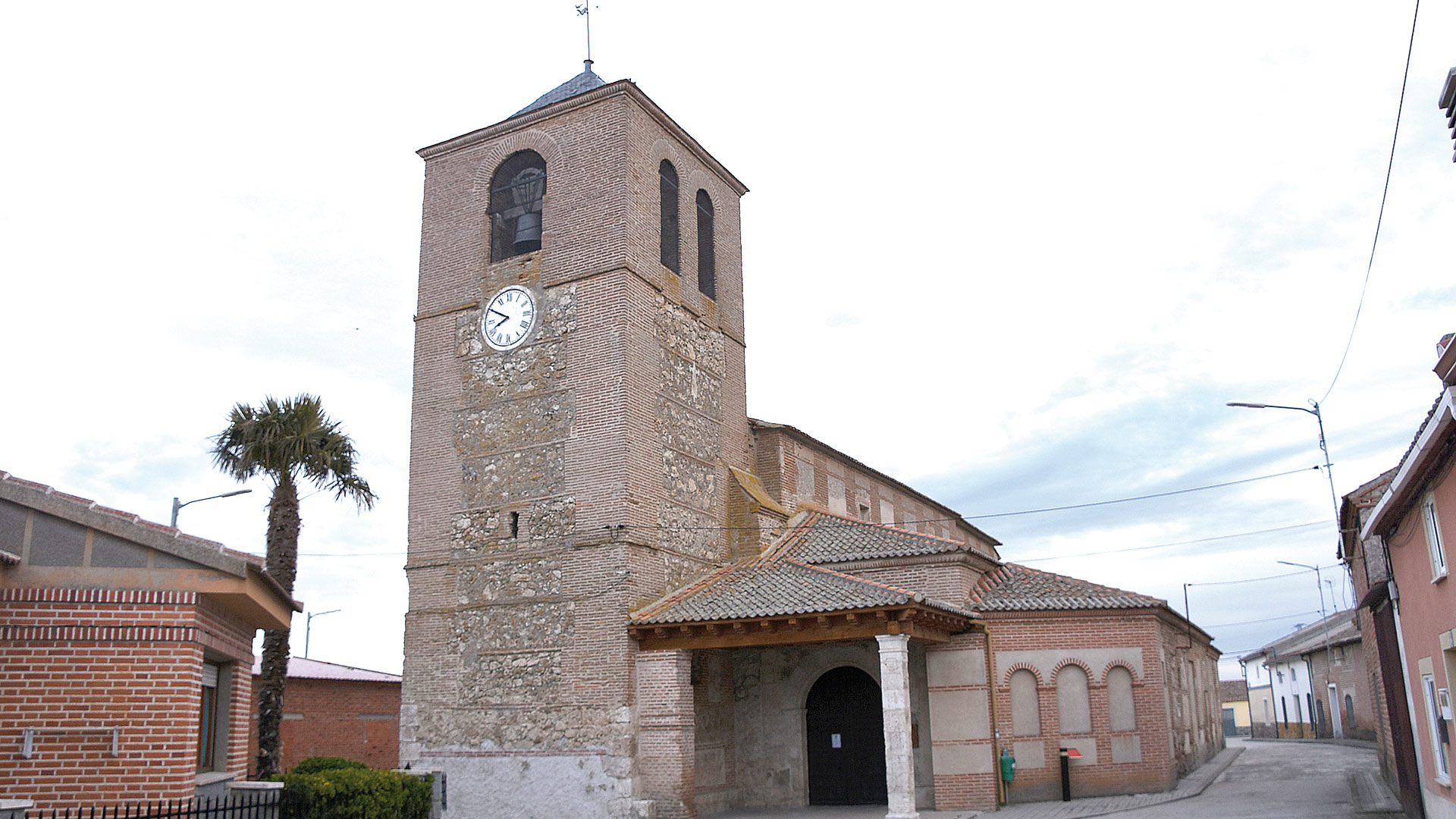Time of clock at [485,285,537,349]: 7:49
